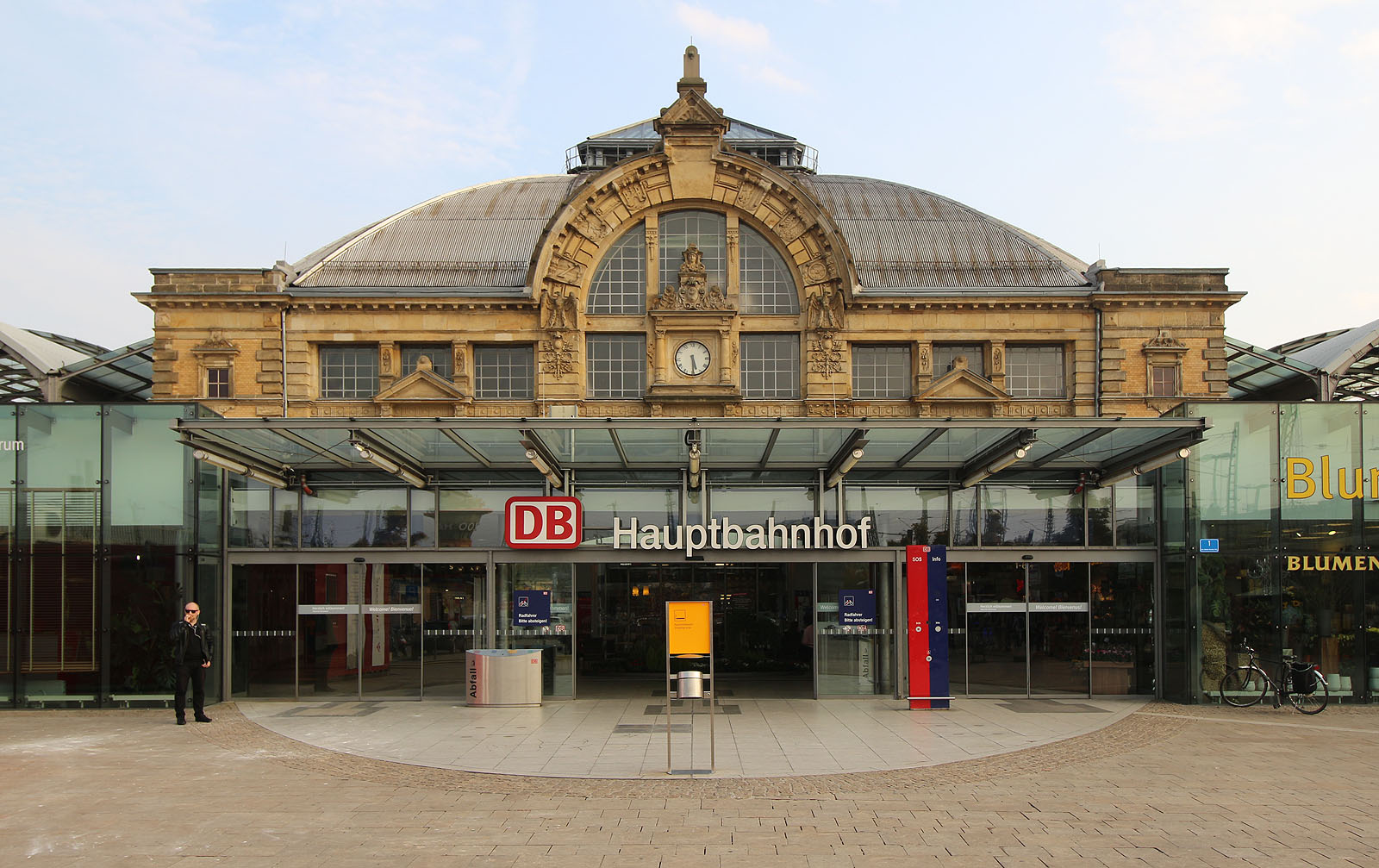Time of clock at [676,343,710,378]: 5:29
